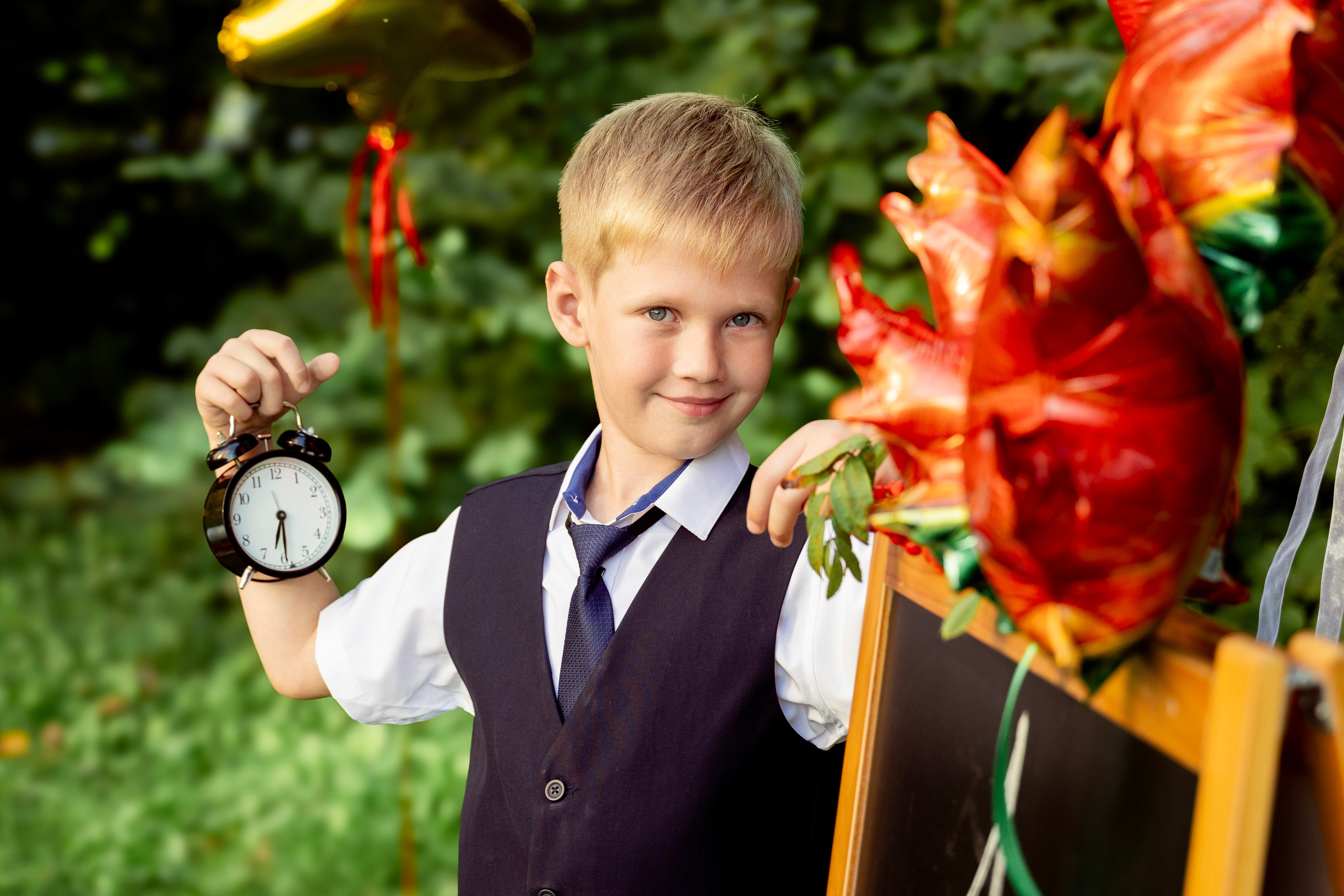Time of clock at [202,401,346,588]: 6:29
